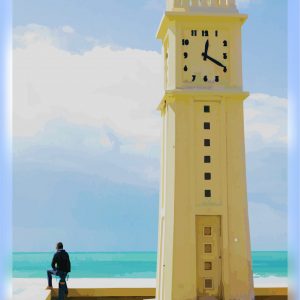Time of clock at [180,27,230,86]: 12:19
